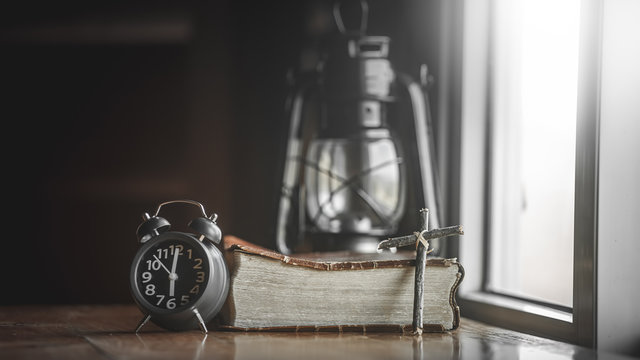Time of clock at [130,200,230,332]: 6:00
